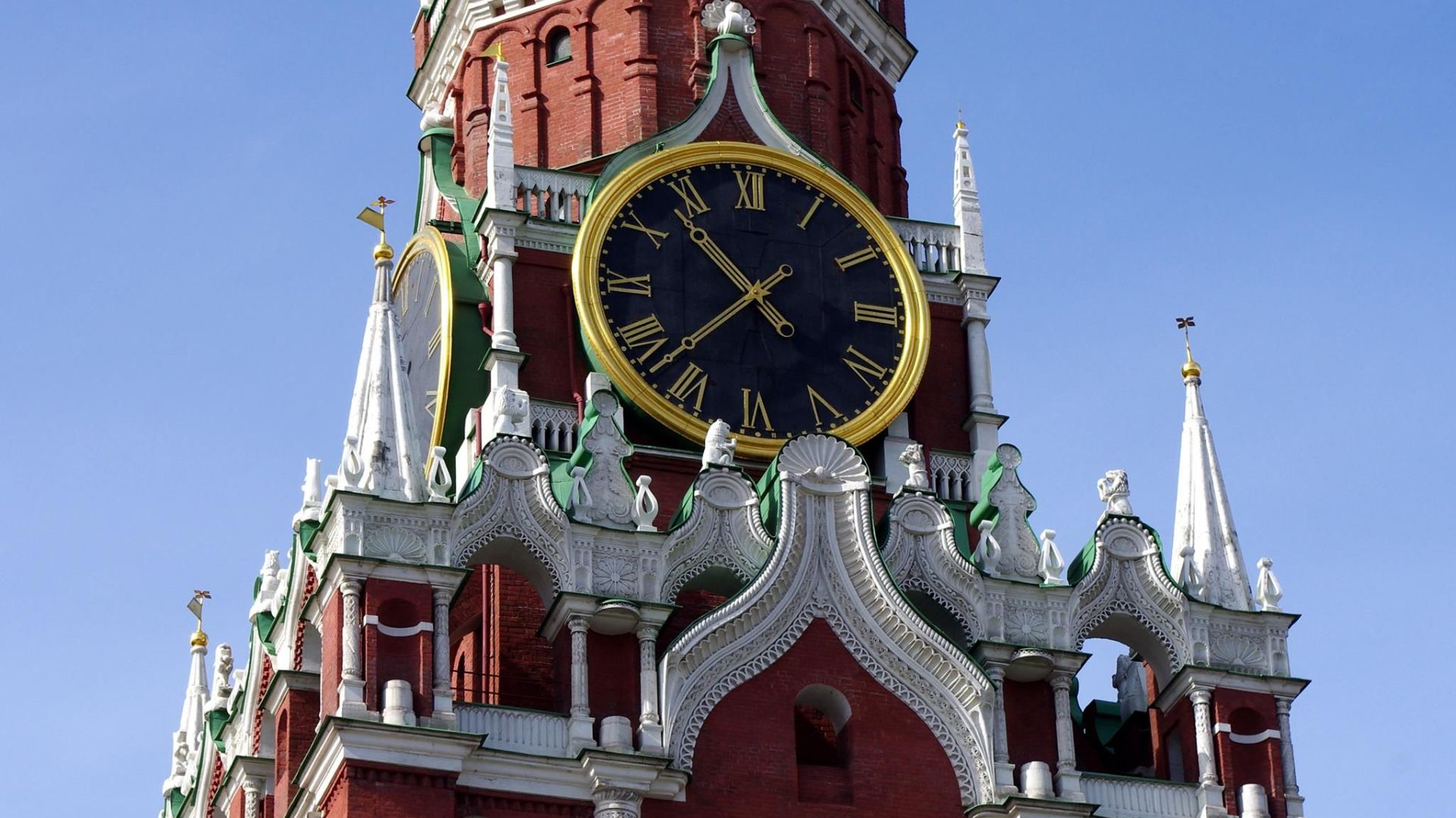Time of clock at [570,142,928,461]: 10:37
